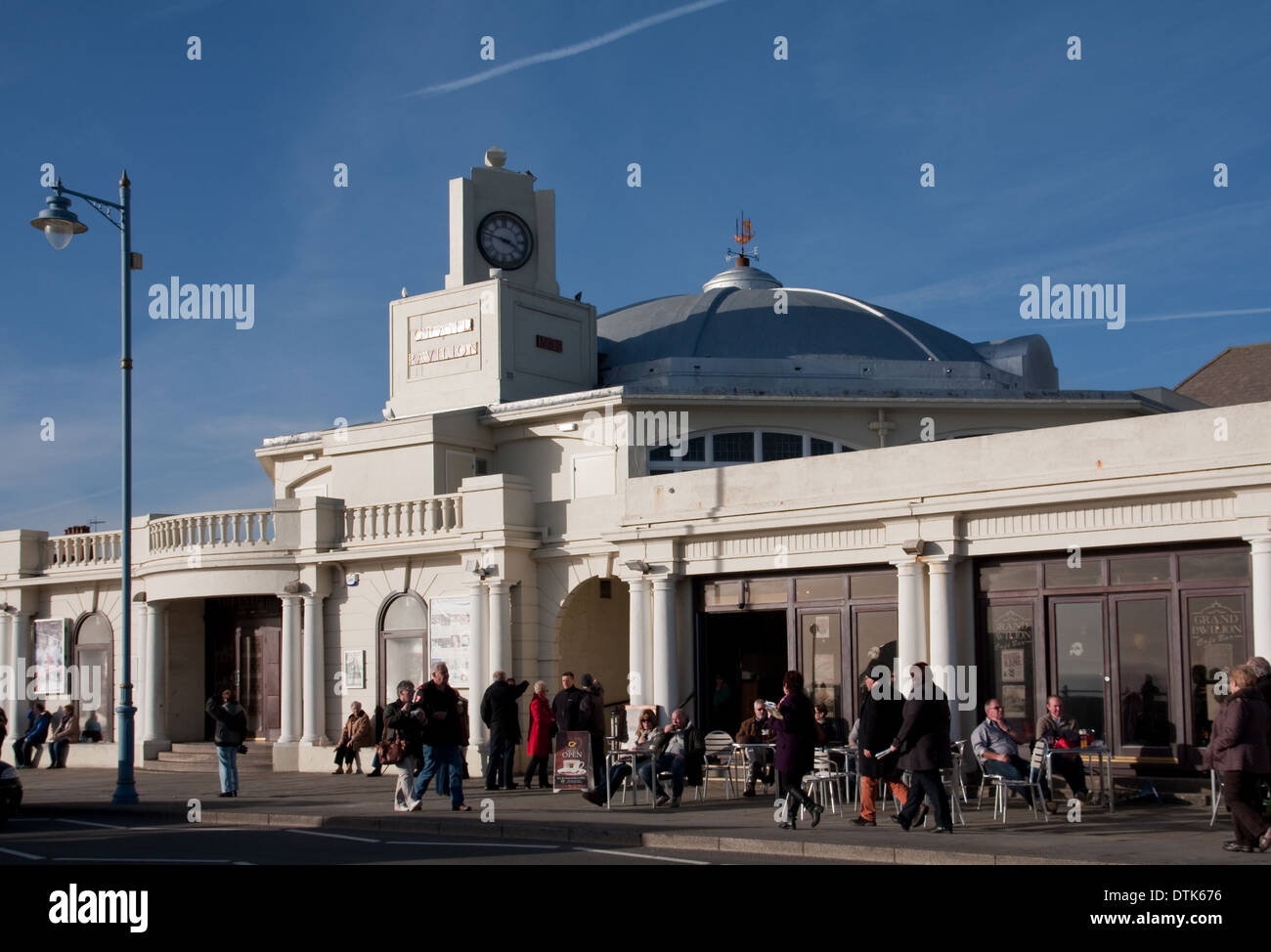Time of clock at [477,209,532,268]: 3:47
